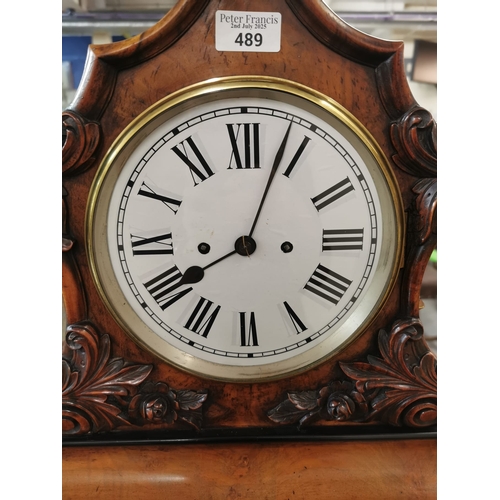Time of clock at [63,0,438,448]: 8:03
